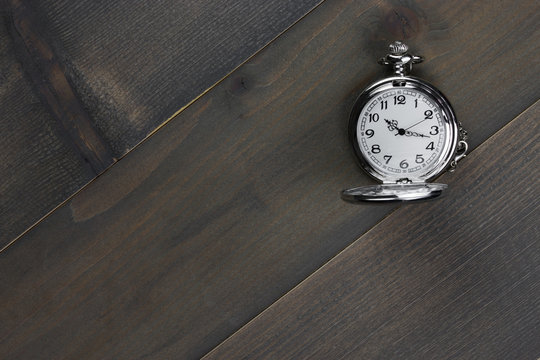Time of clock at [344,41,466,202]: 10:17
